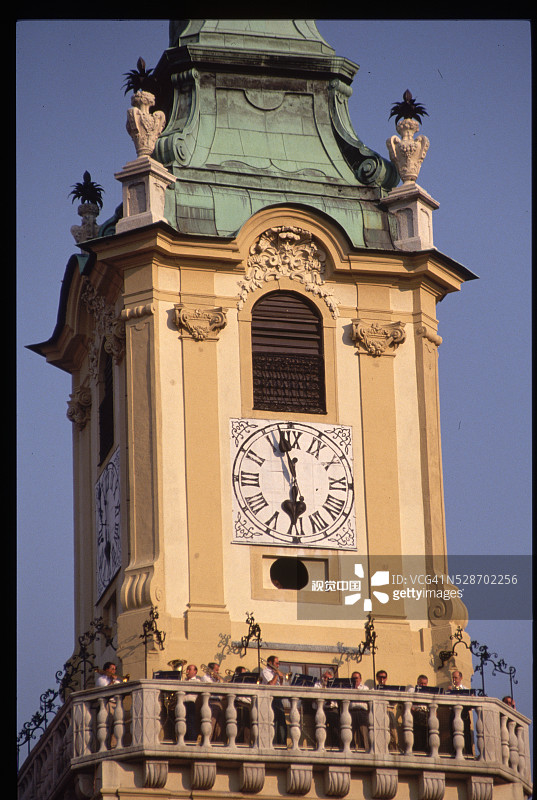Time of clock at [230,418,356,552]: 5:57
